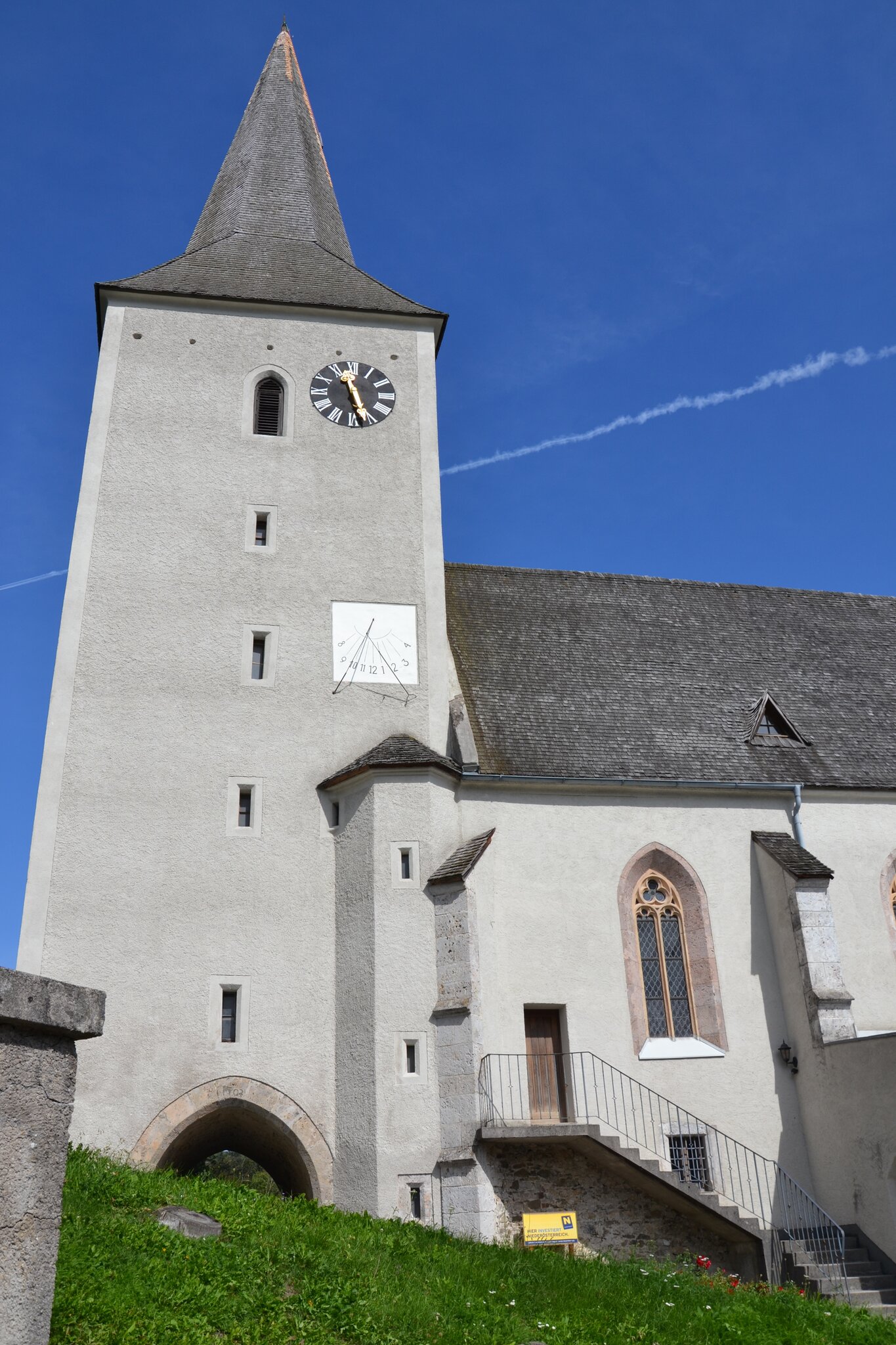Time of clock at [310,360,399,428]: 11:26
